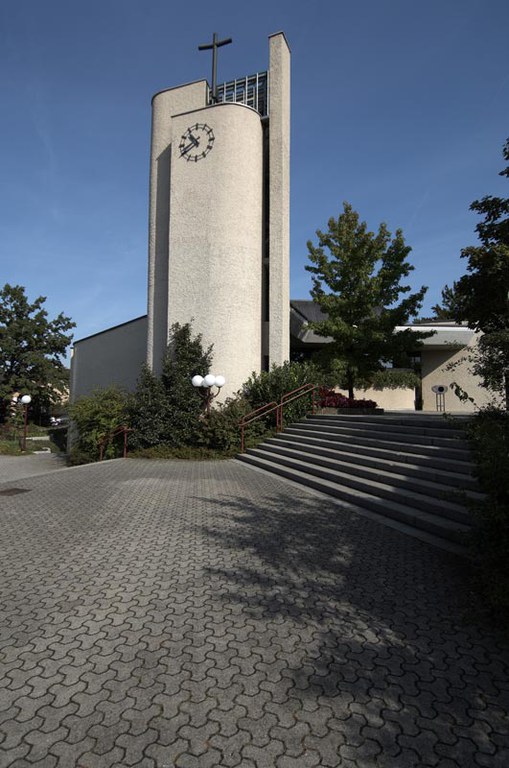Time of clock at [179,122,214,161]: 10:39
